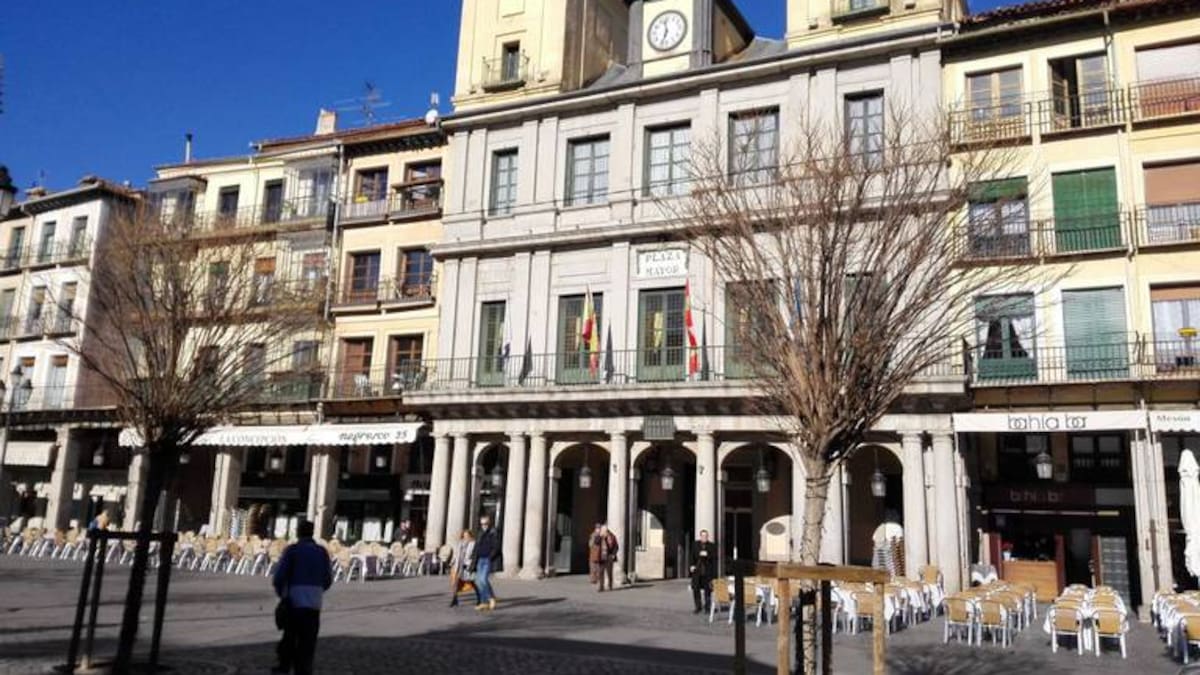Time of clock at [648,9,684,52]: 11:33
